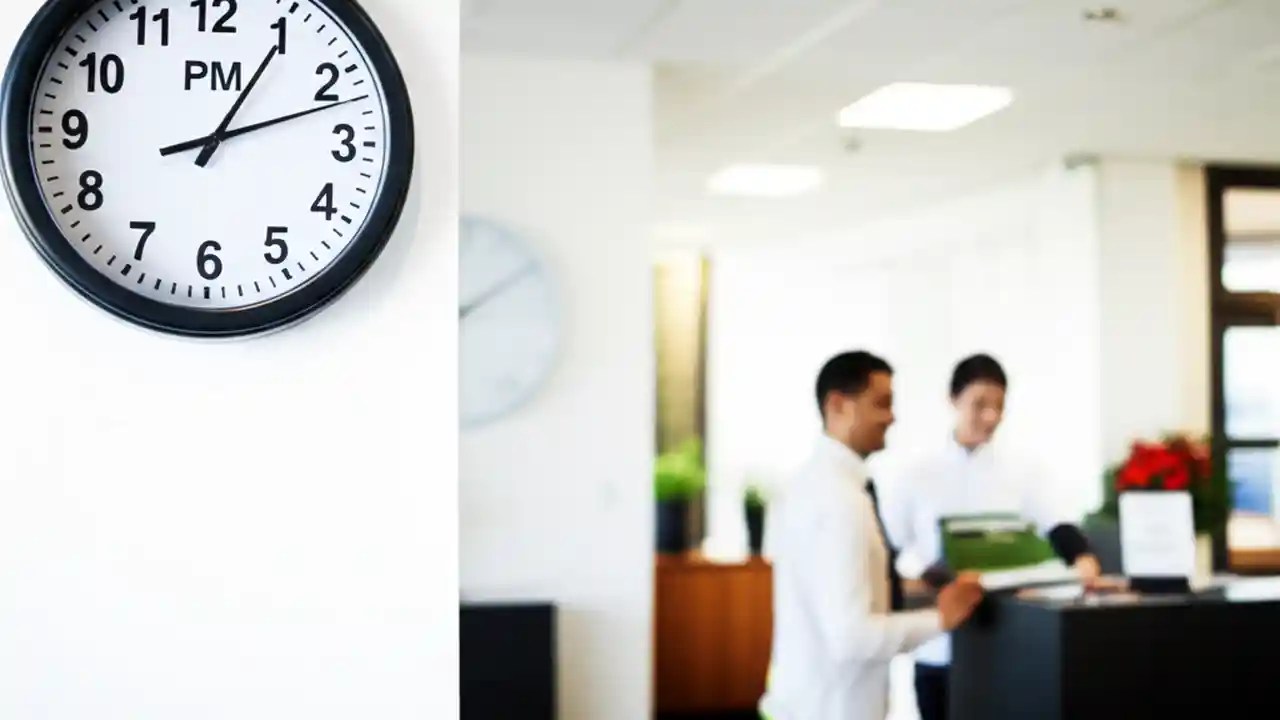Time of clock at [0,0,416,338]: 1:11
